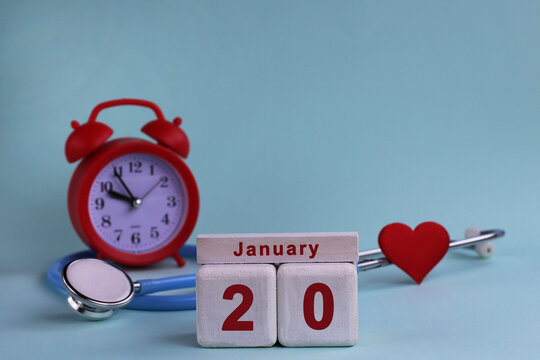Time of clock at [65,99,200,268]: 9:54
